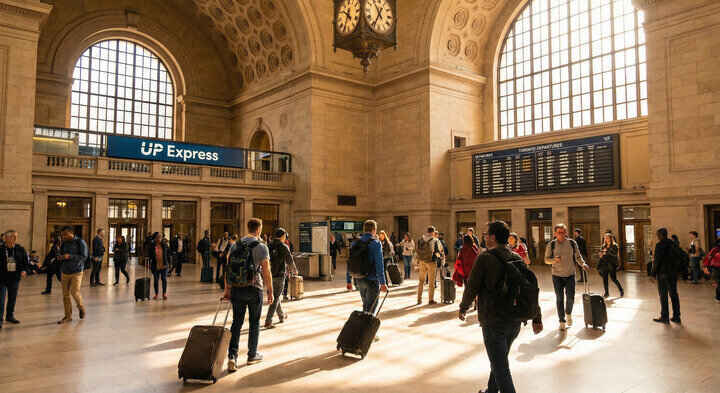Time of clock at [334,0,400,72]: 10:34
